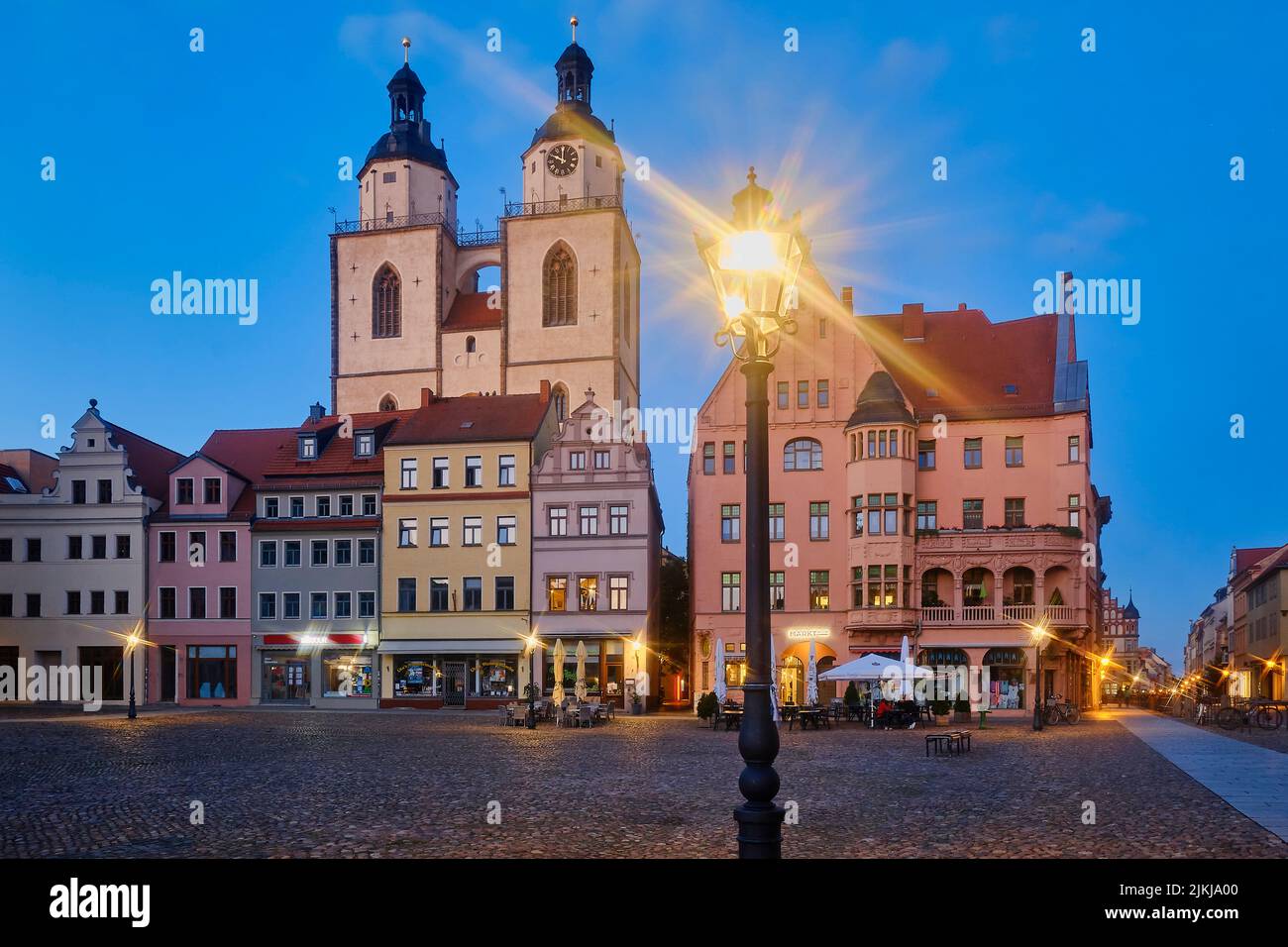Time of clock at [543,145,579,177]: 10:00
